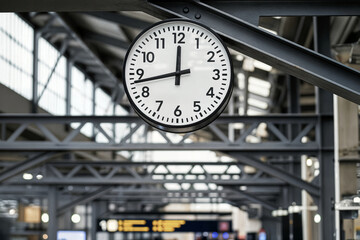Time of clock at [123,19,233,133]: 11:43
